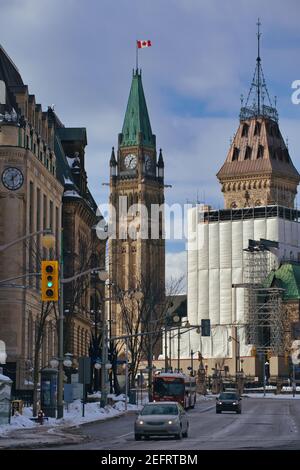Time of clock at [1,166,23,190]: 1:28
